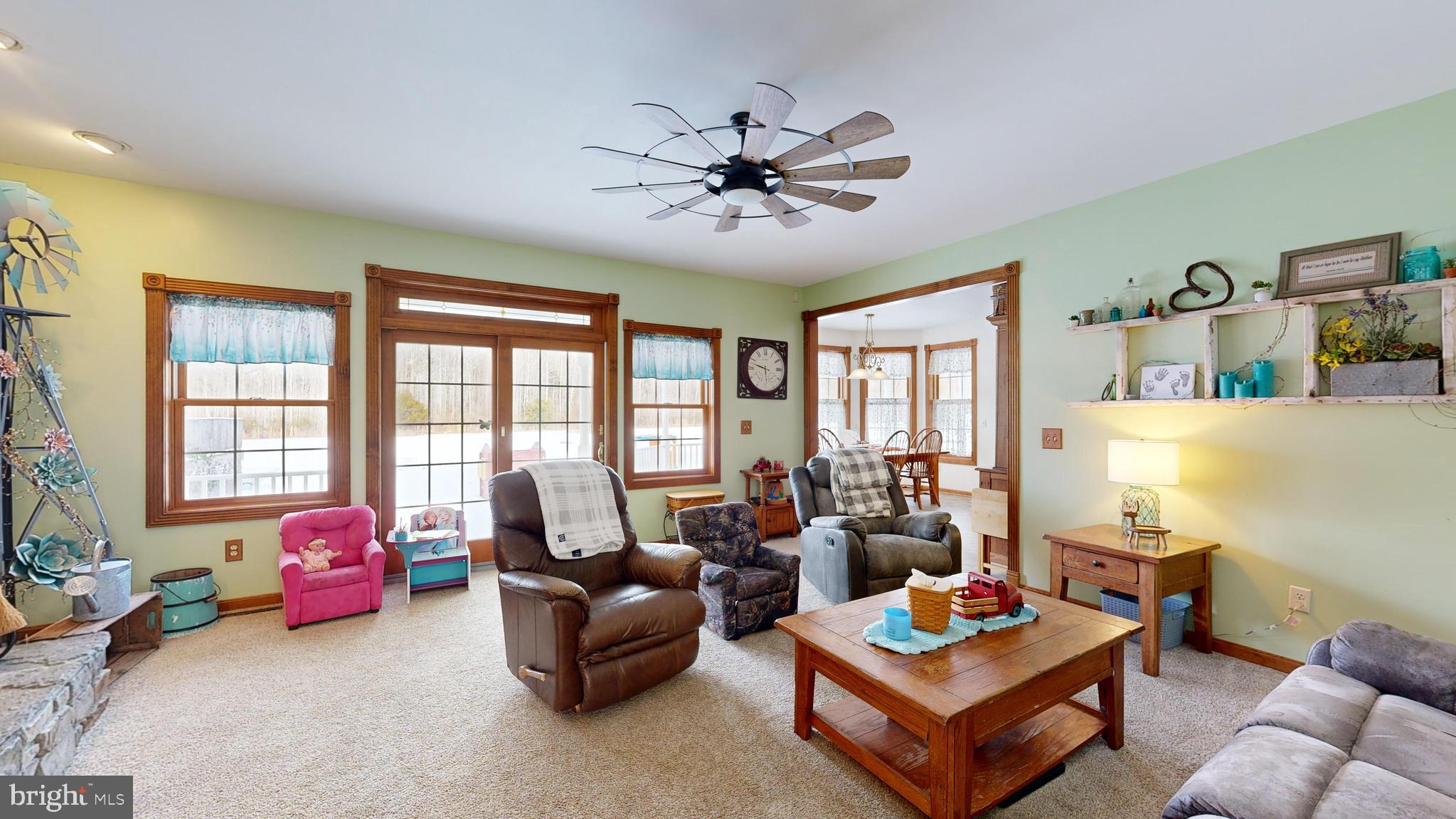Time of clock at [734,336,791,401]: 9:47
